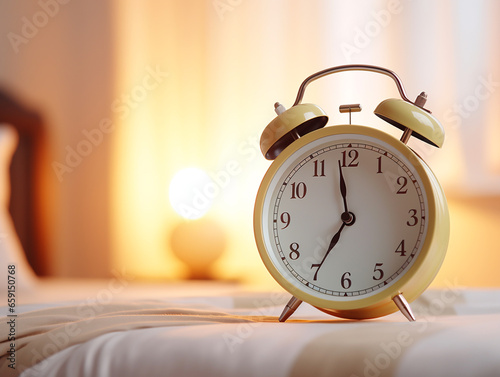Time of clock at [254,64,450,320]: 6:58
